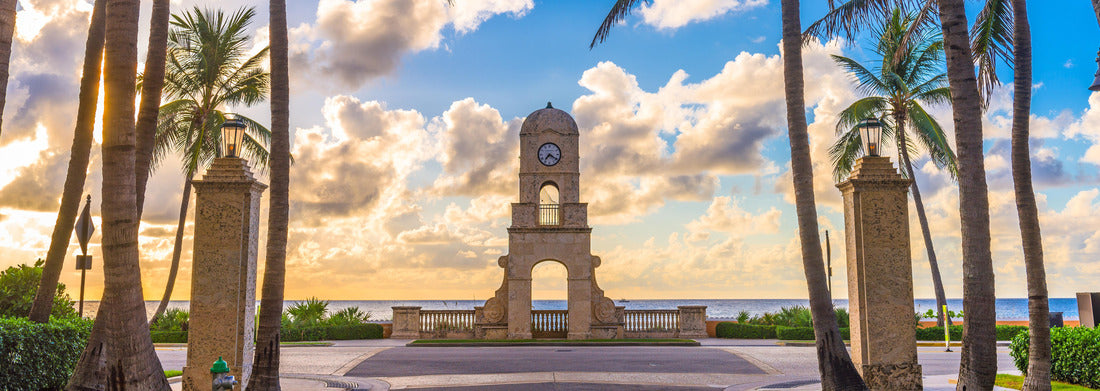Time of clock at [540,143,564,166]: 7:20
